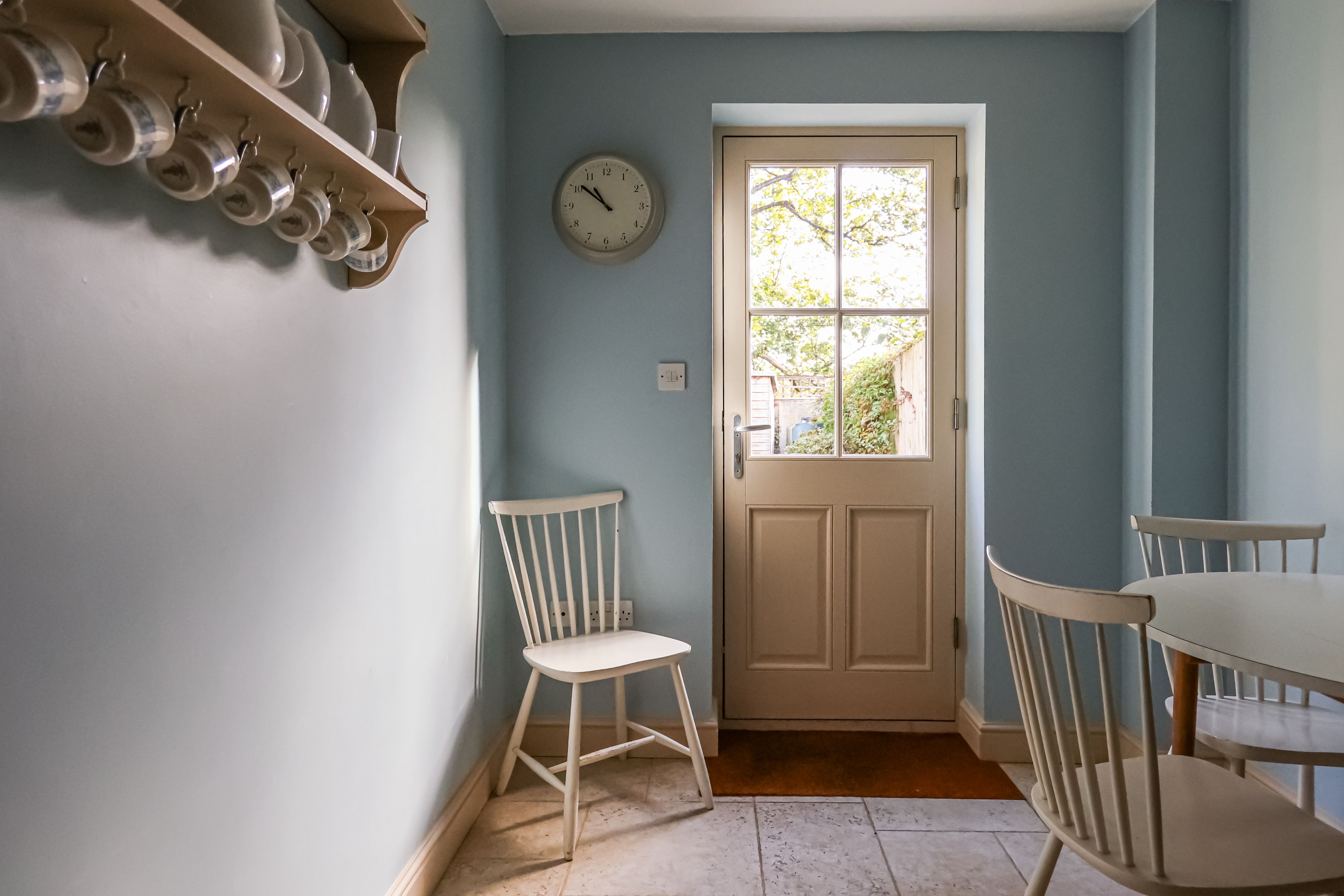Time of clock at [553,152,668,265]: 10:51
